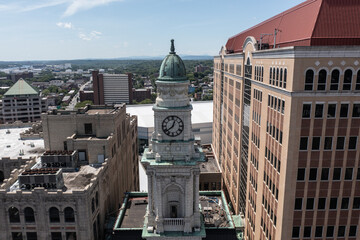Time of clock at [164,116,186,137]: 12:38
